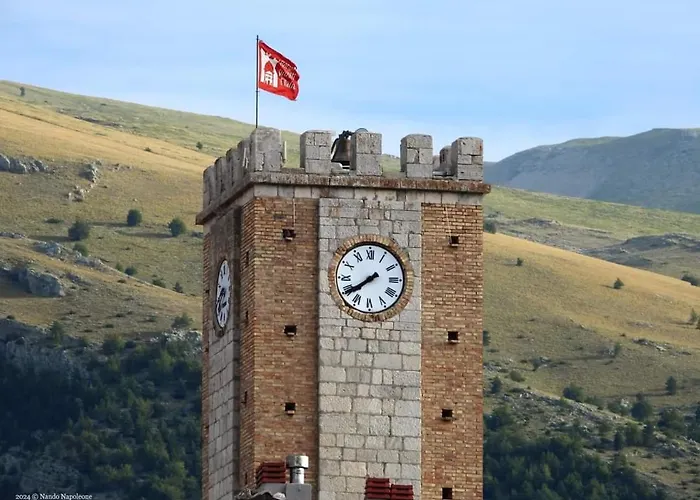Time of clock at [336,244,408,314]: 7:39
